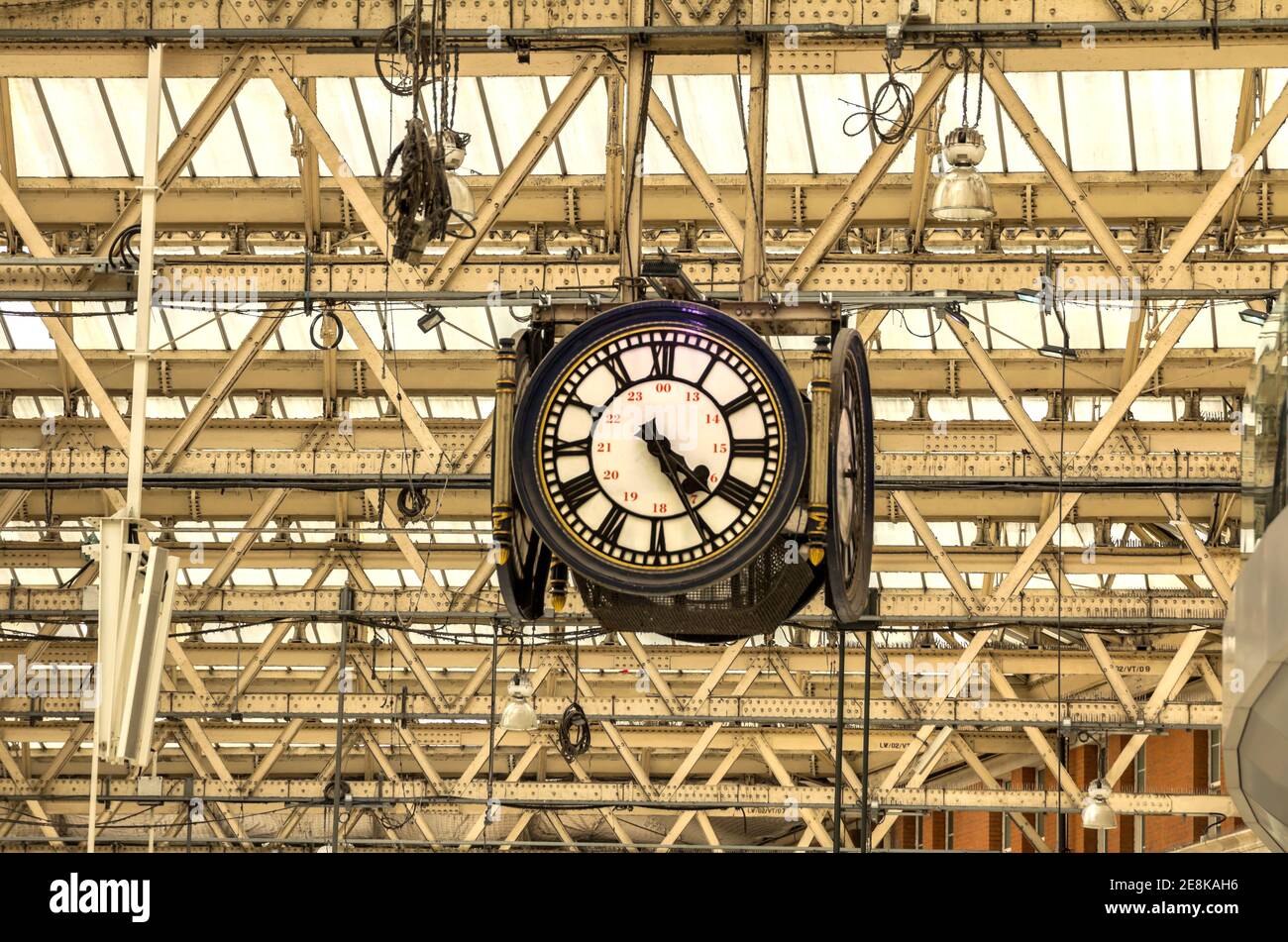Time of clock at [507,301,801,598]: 4:25
